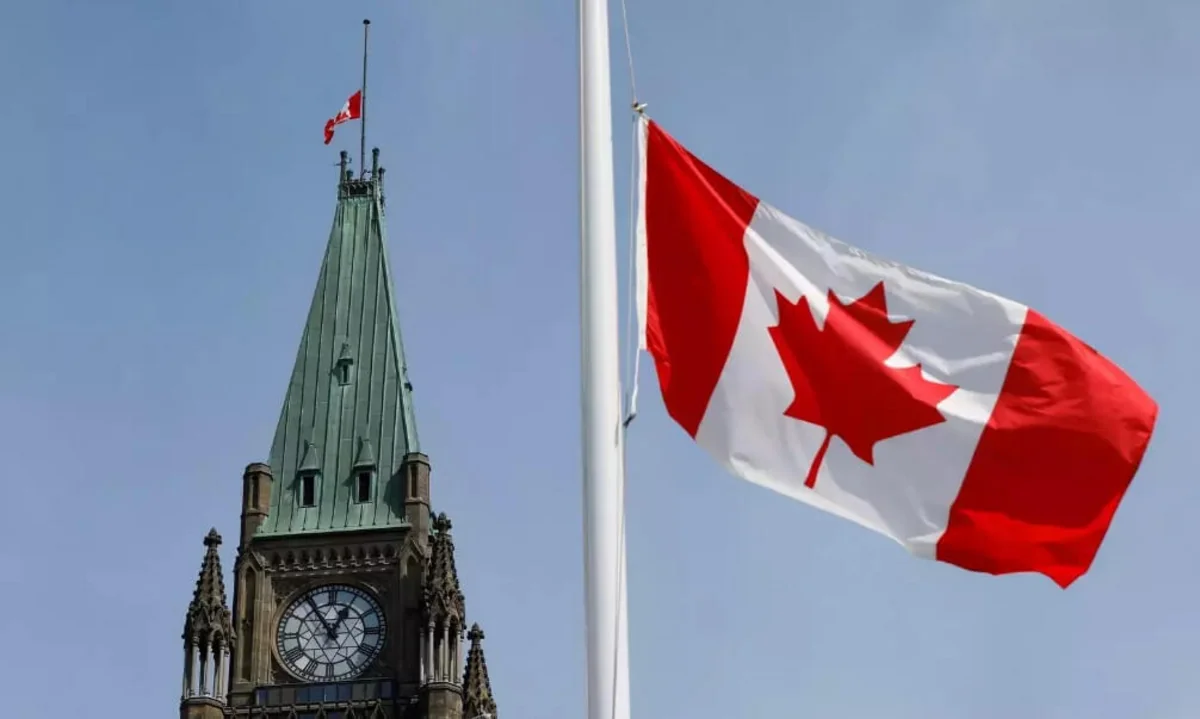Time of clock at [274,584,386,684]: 12:54
